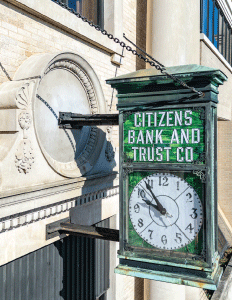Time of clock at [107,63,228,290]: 9:53
